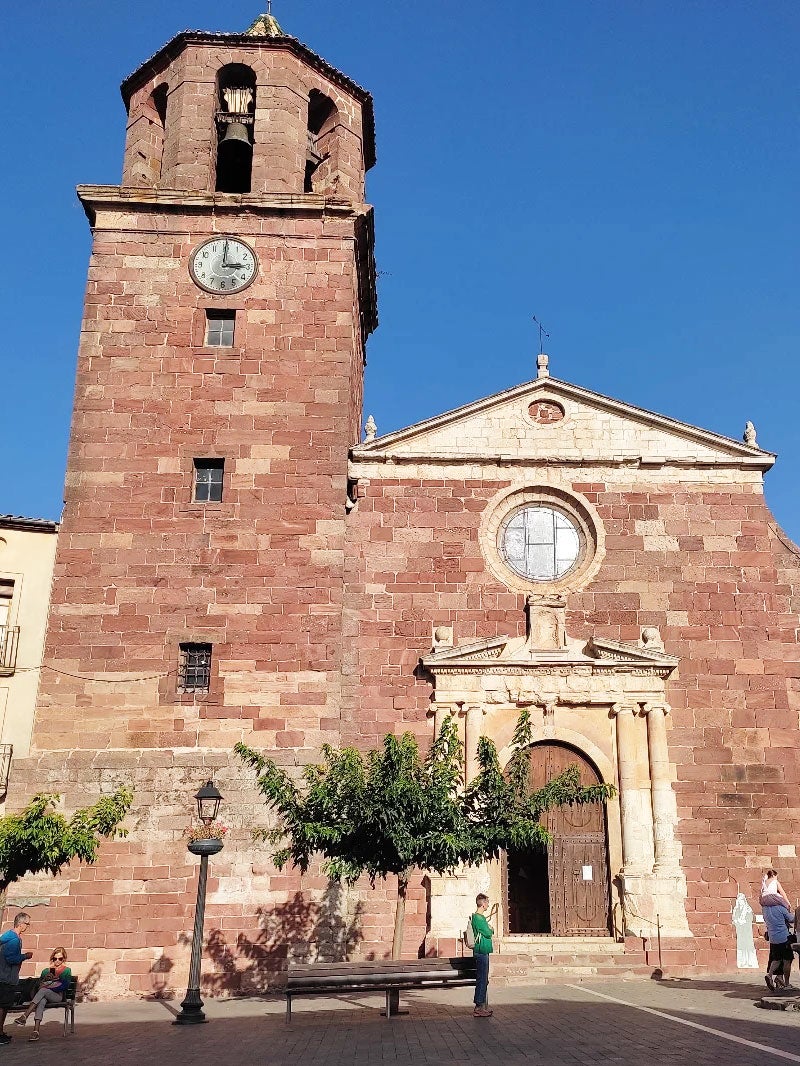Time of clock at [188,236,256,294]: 3:00
